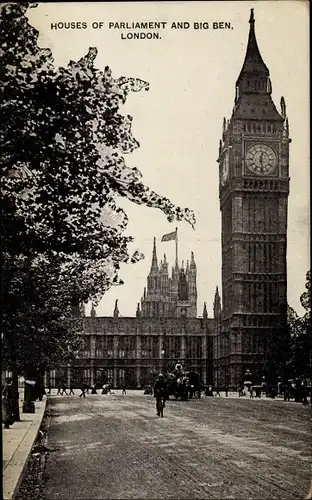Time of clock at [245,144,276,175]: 12:28
